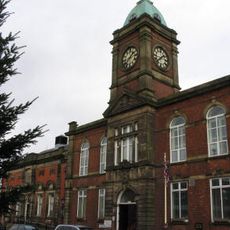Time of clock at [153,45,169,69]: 1:37
